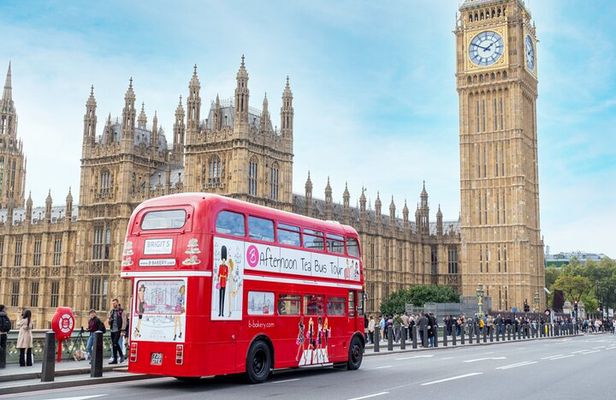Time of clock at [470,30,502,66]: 1:49
